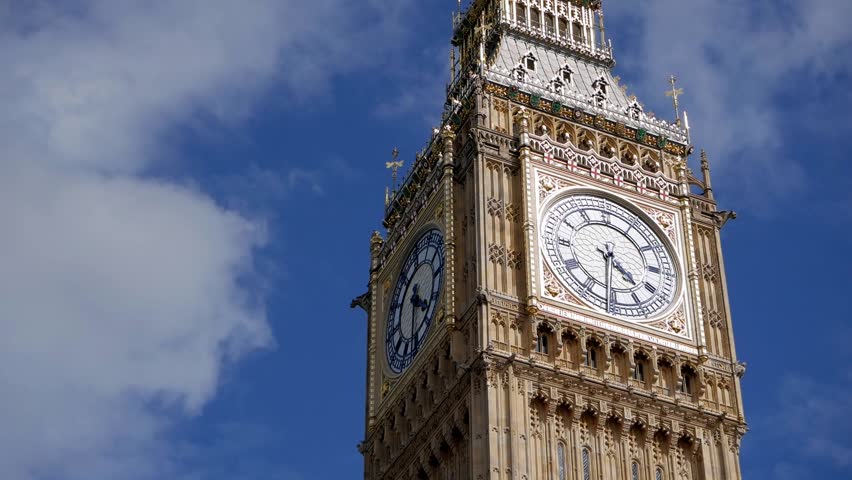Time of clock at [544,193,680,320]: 4:31
